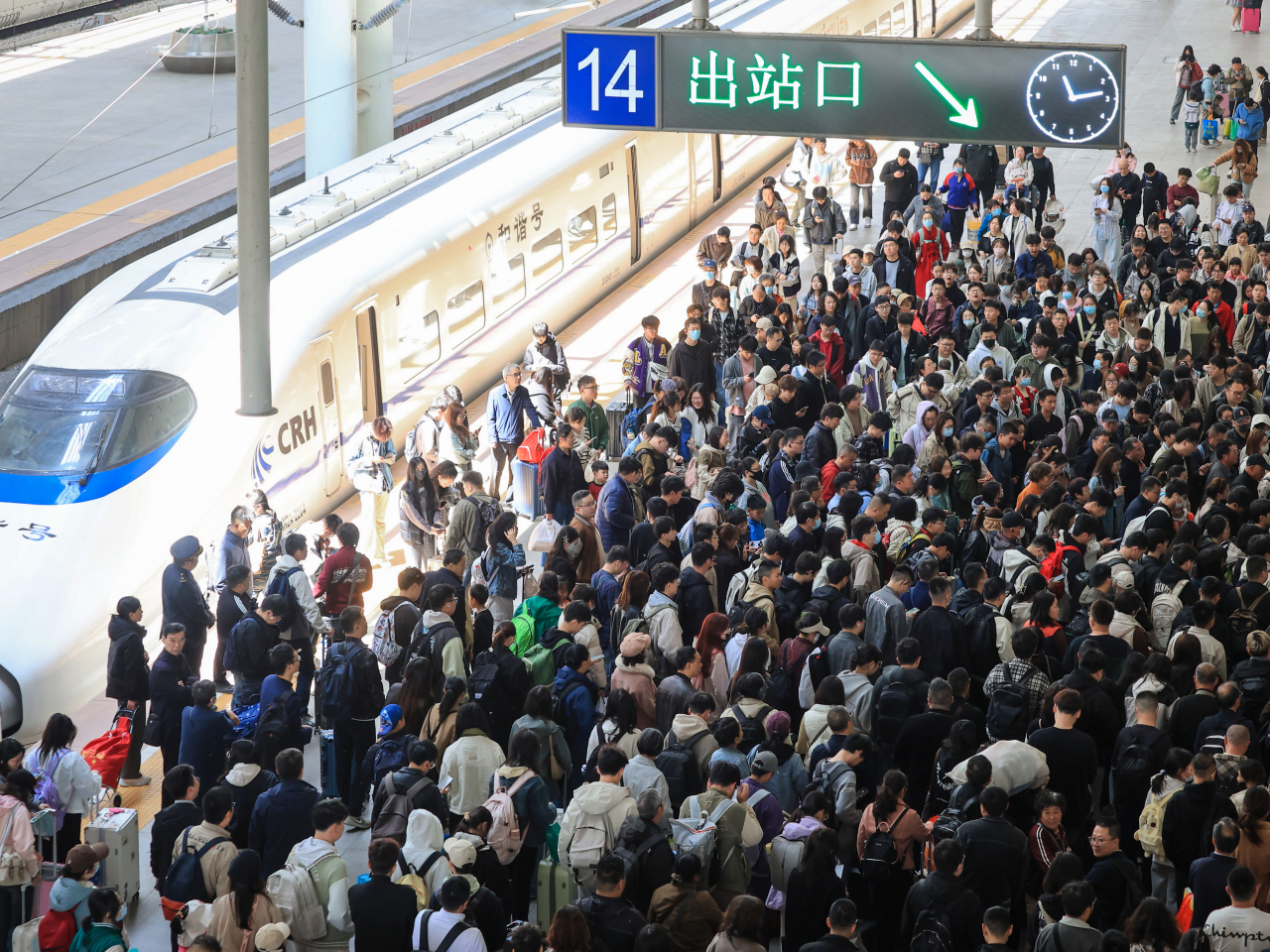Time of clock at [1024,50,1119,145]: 11:13
